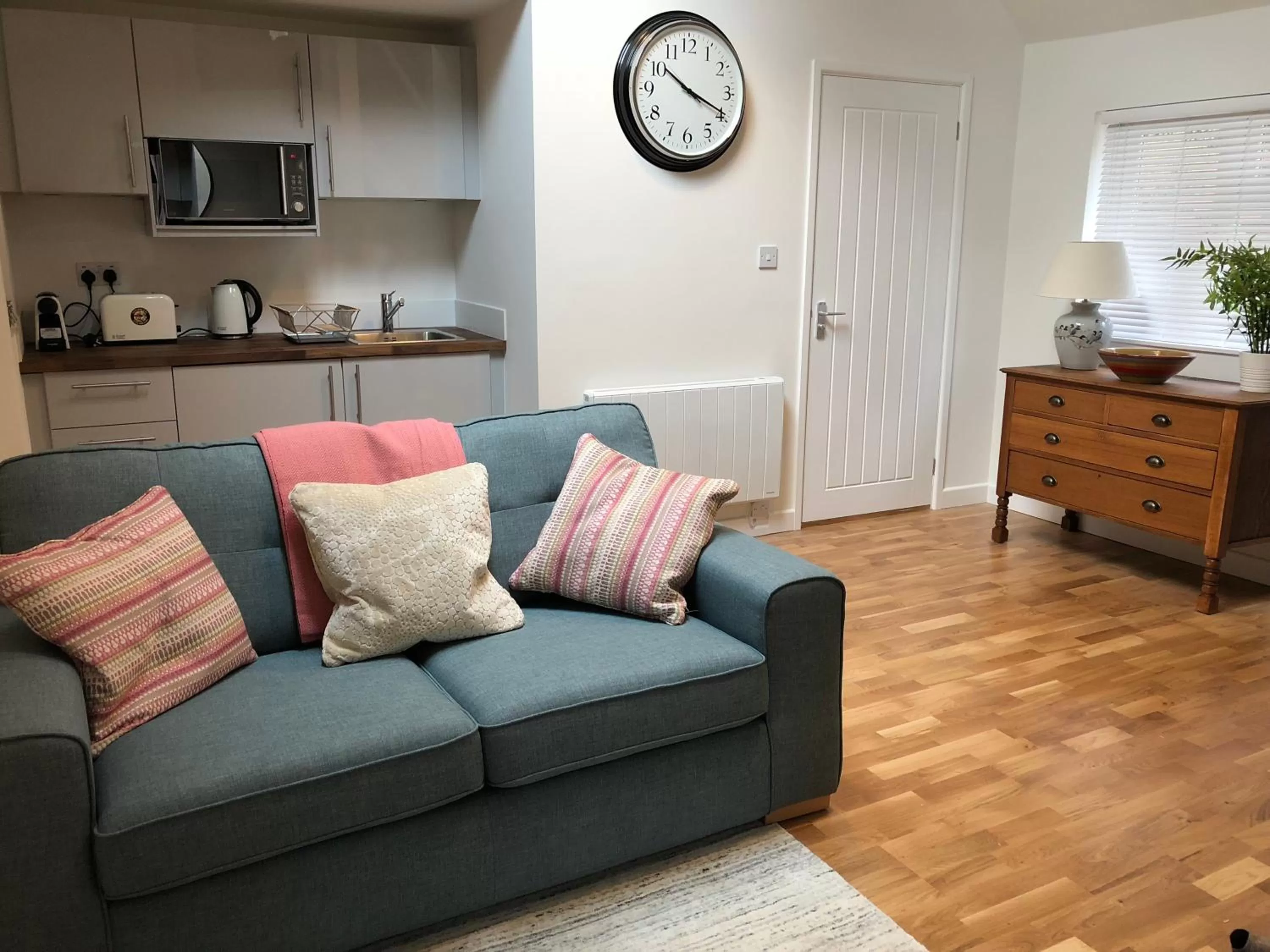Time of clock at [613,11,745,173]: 10:19
